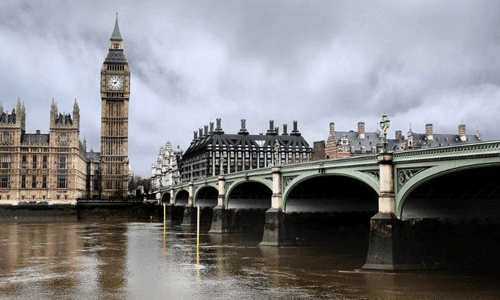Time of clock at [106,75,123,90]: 9:05
